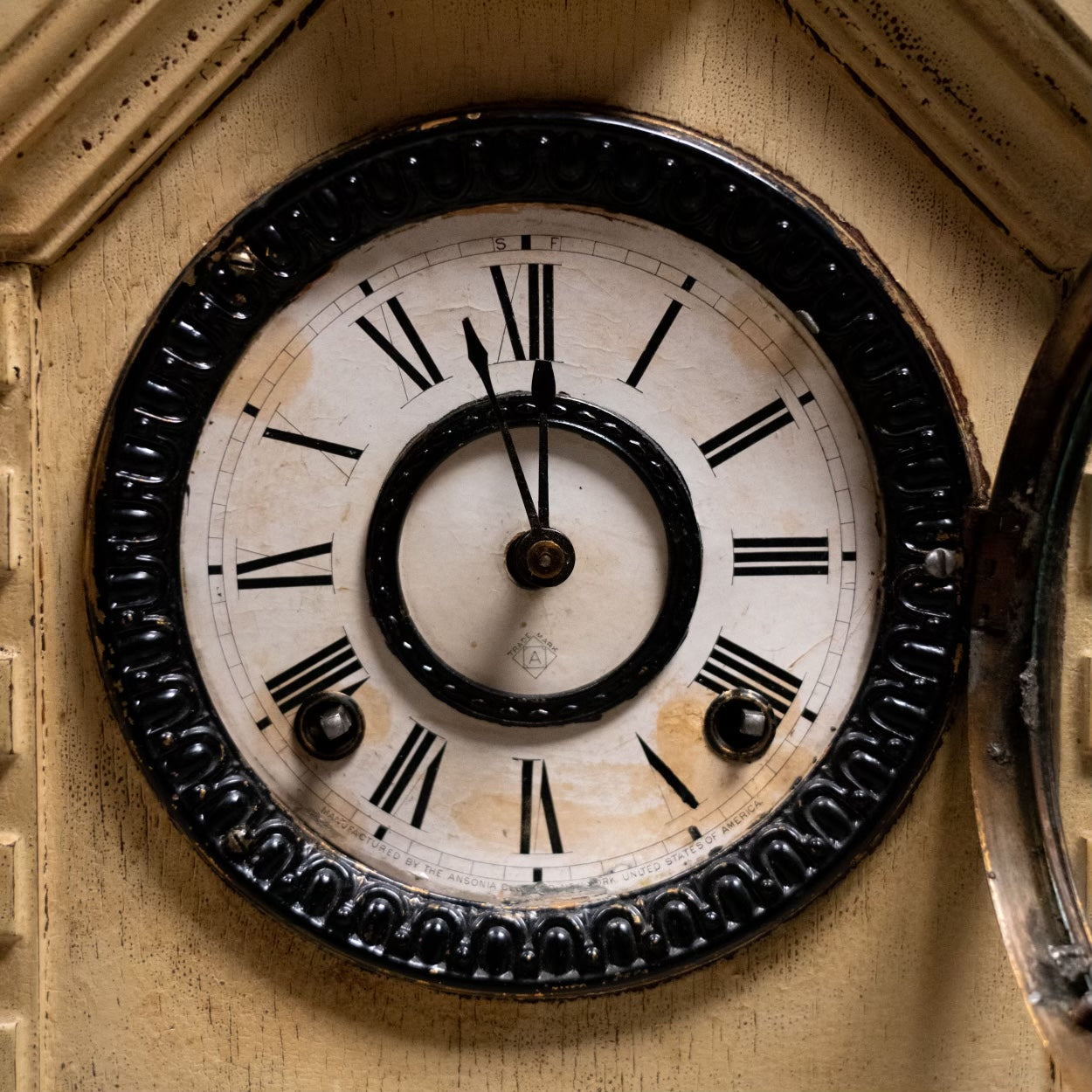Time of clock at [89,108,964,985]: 11:58
